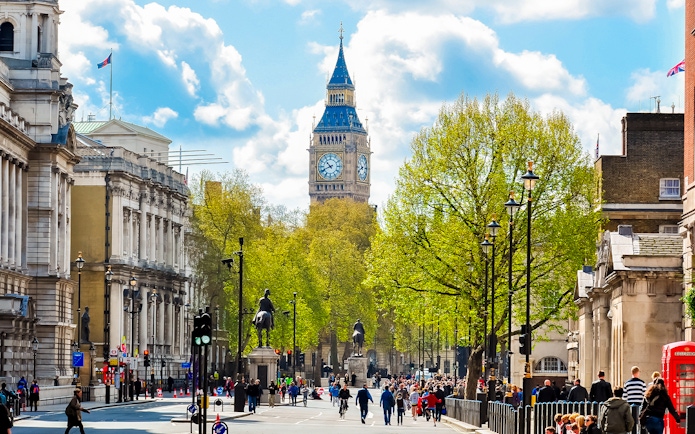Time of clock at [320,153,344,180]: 10:41
